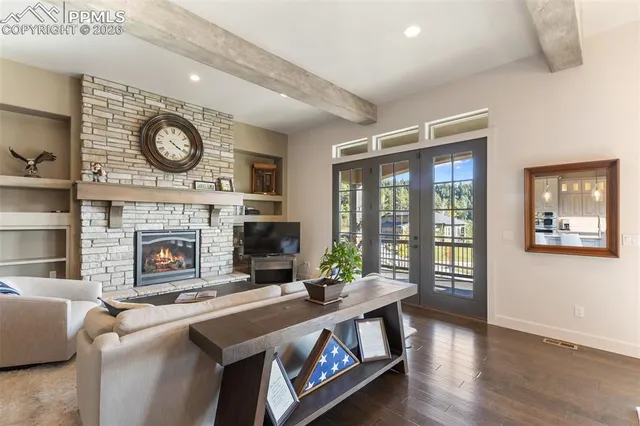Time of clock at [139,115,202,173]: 4:20
